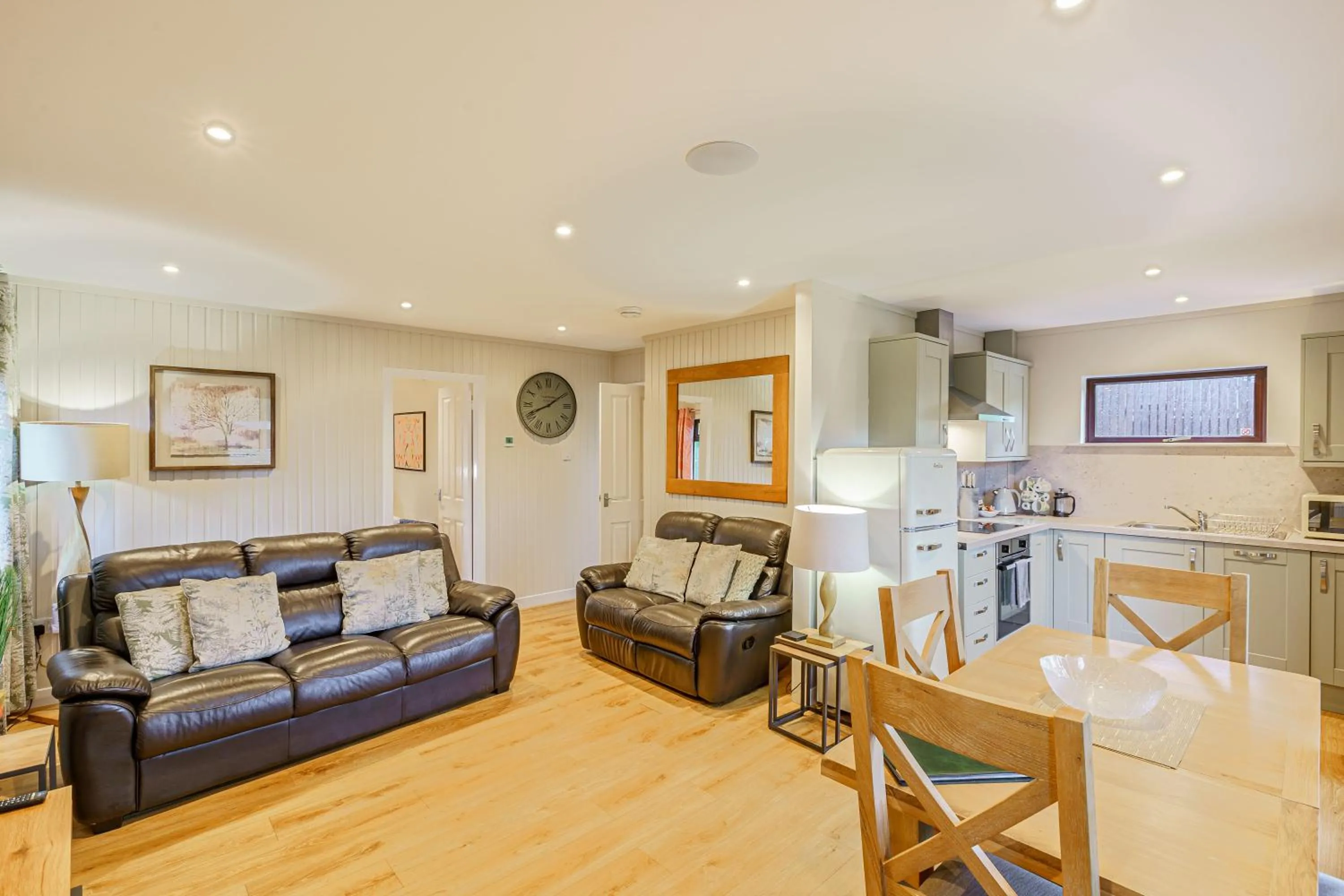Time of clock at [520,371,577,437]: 8:09
